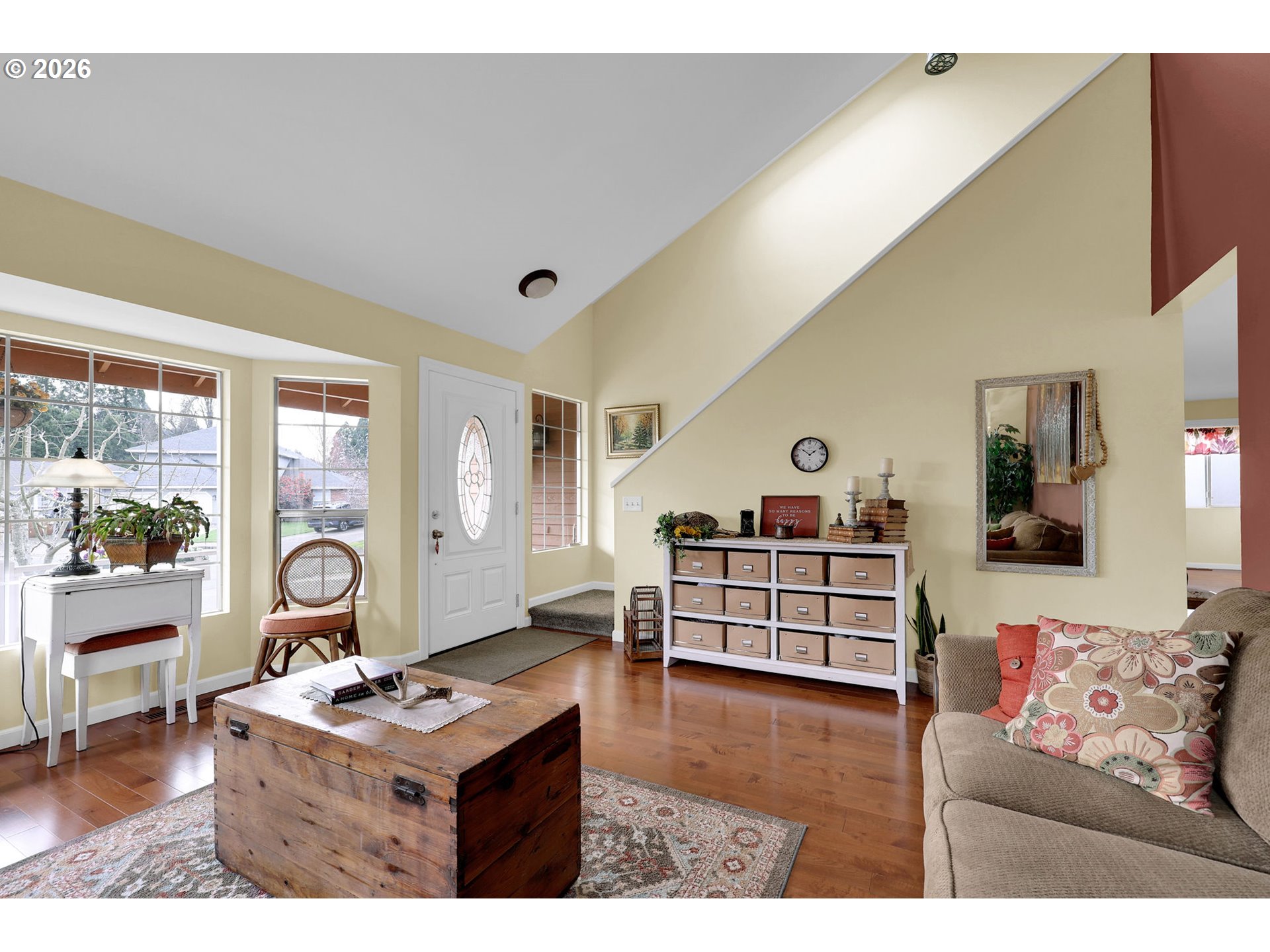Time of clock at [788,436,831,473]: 1:51
